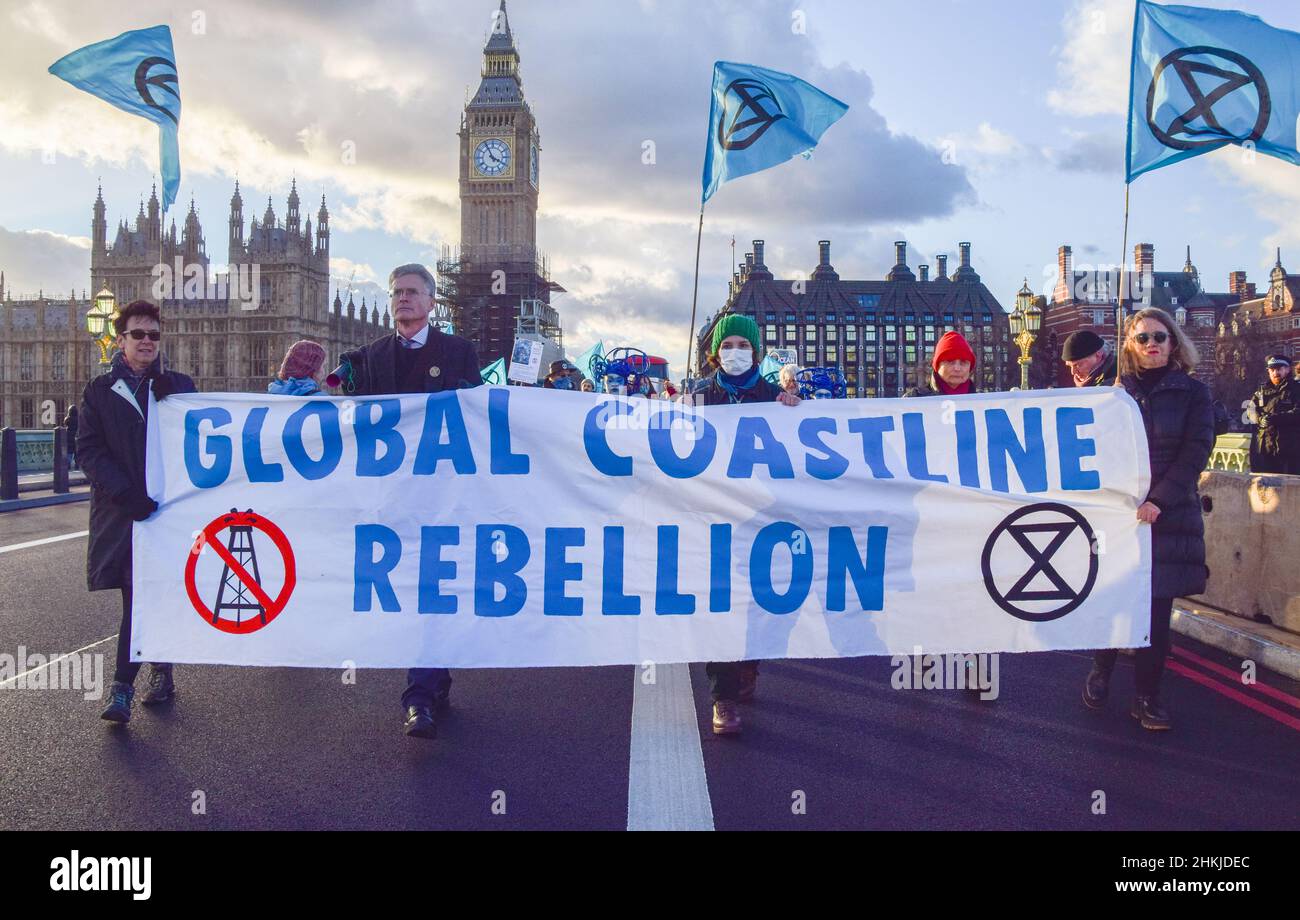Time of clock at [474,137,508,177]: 3:55
